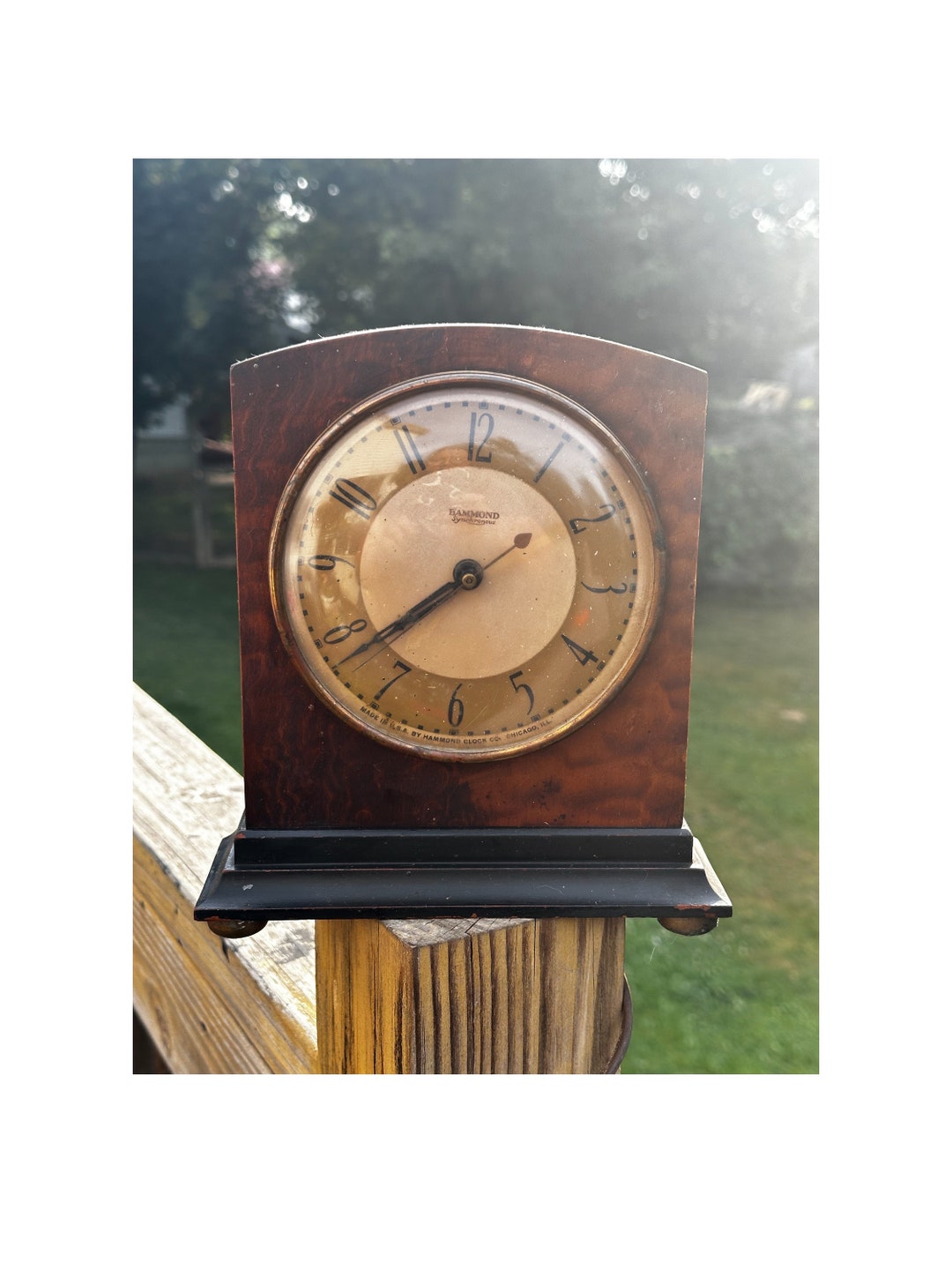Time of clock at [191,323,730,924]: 7:38
